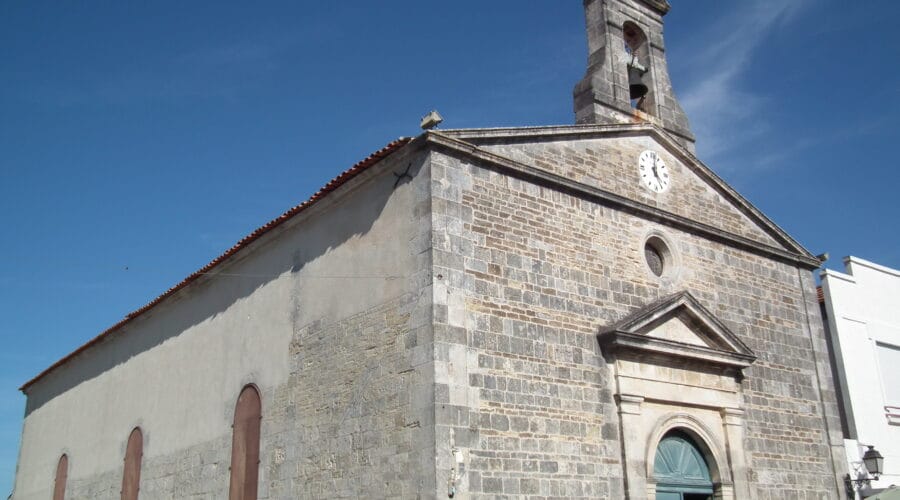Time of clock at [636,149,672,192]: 5:01
